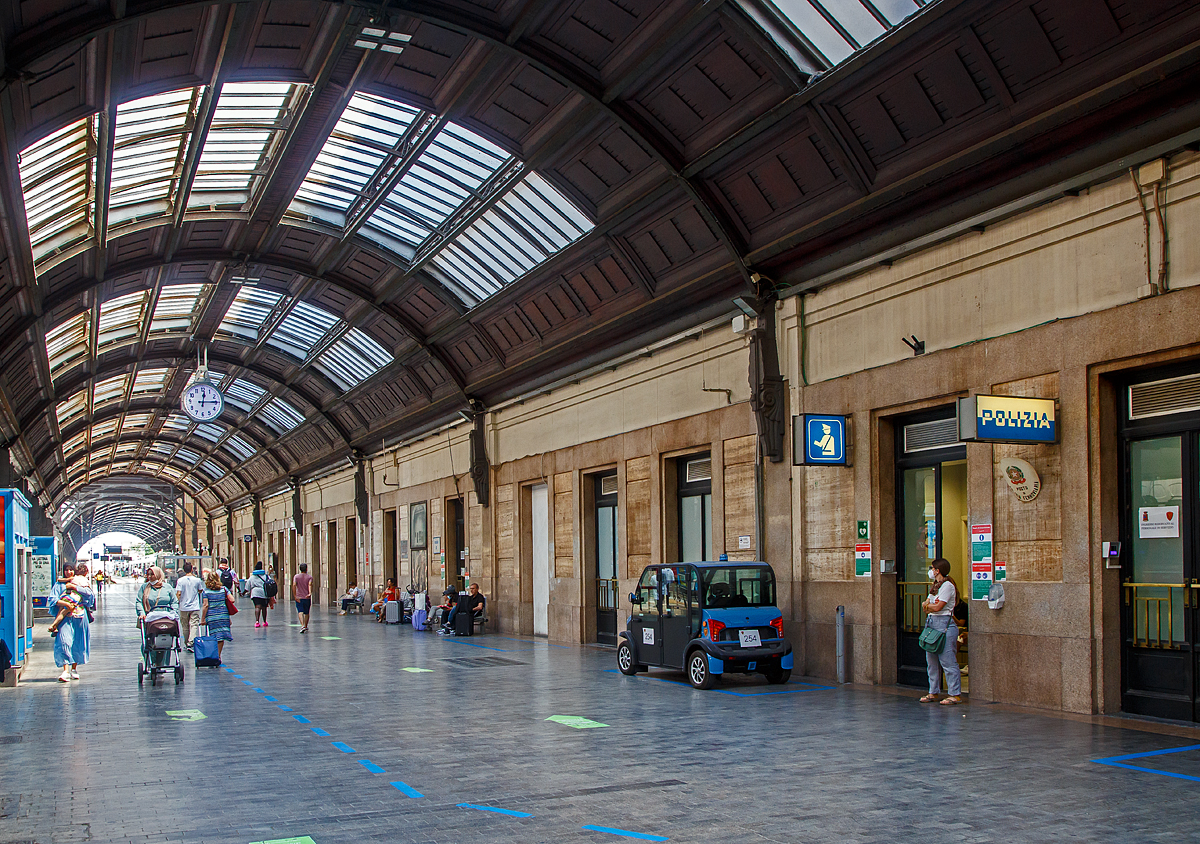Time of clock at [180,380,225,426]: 12:14
